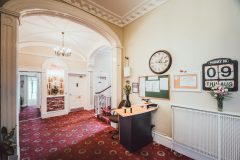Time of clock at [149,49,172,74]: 1:16
